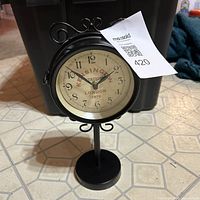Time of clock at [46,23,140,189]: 1:51
